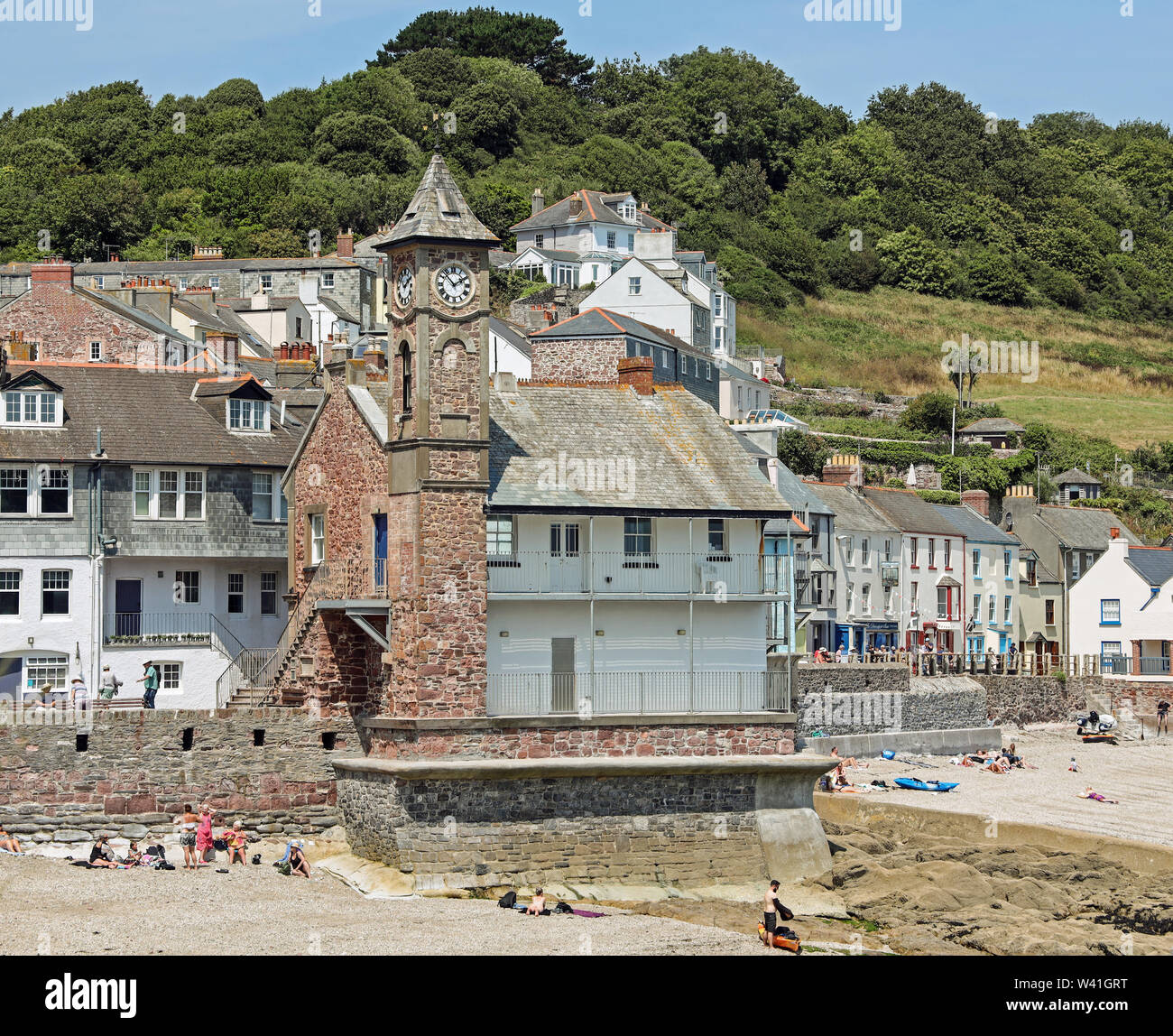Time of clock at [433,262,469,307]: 1:52
